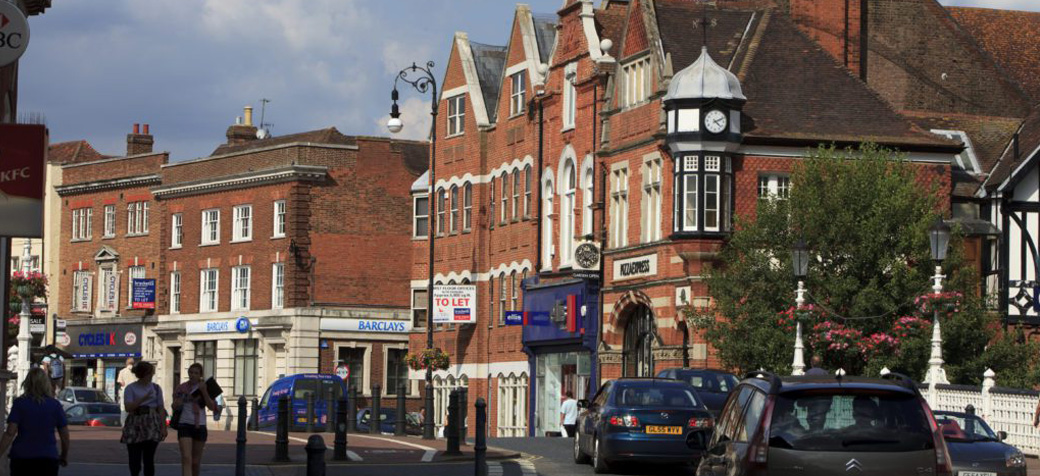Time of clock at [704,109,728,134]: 4:10
